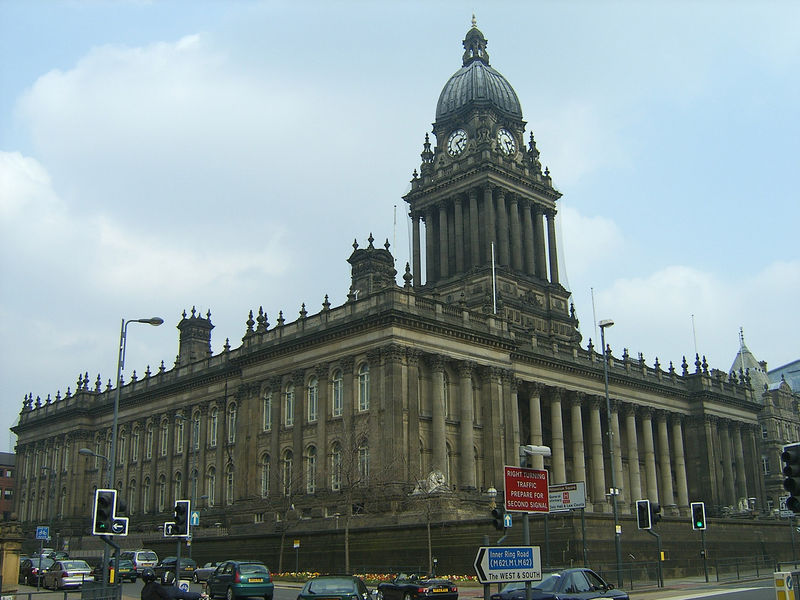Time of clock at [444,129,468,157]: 2:24
